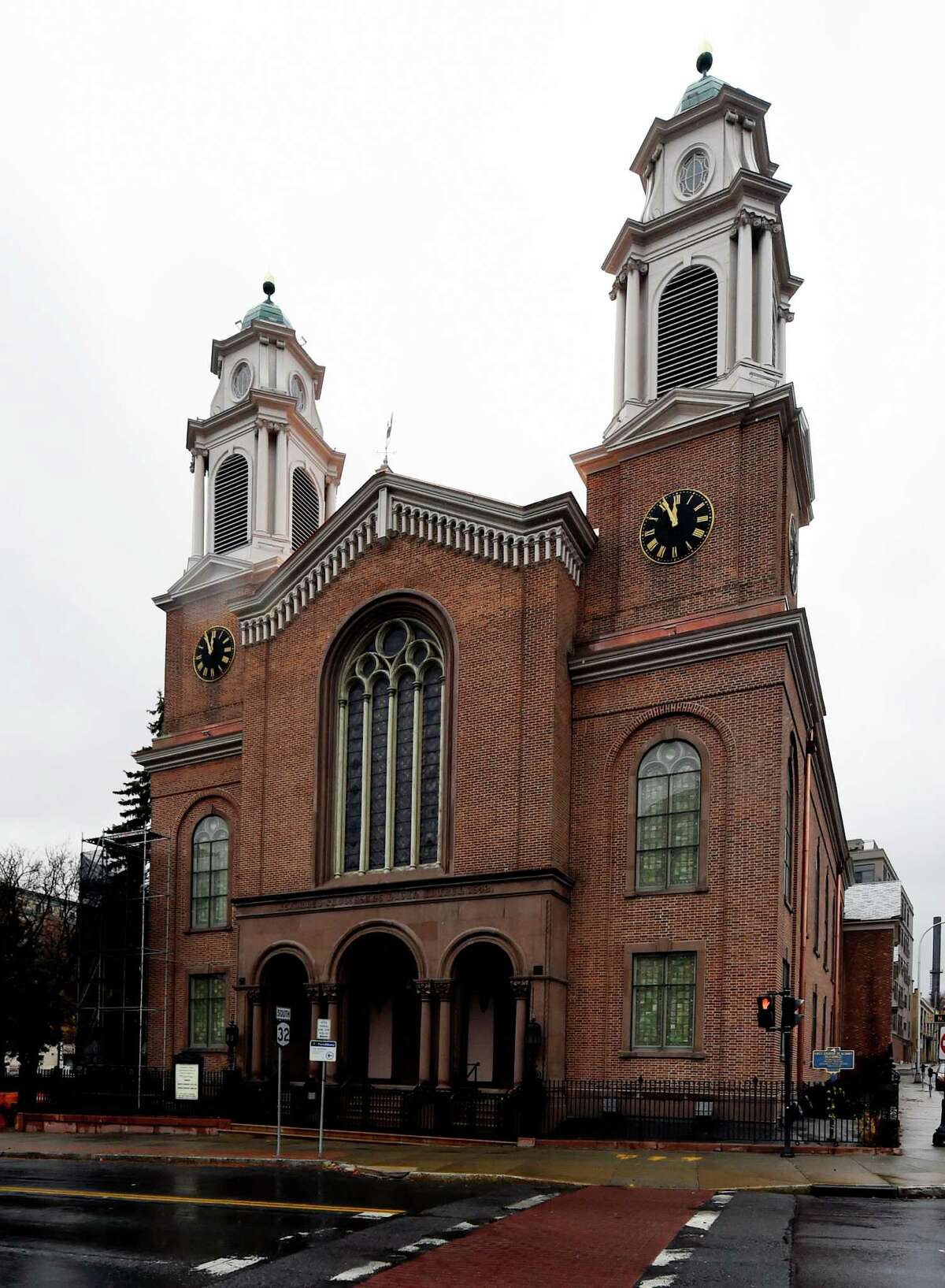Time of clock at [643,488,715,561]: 11:55
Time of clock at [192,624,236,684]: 11:55
